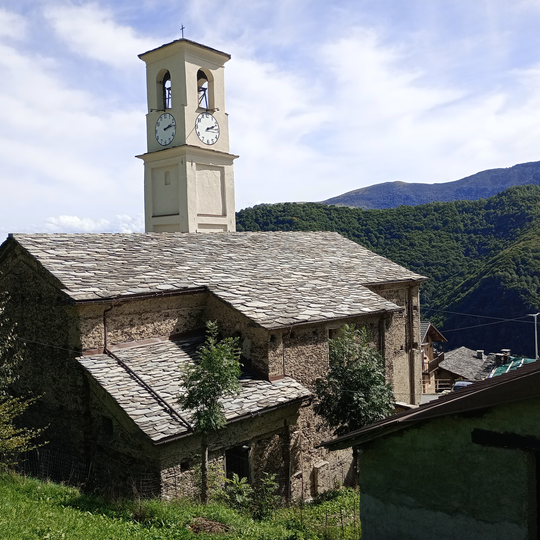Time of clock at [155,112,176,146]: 2:13
